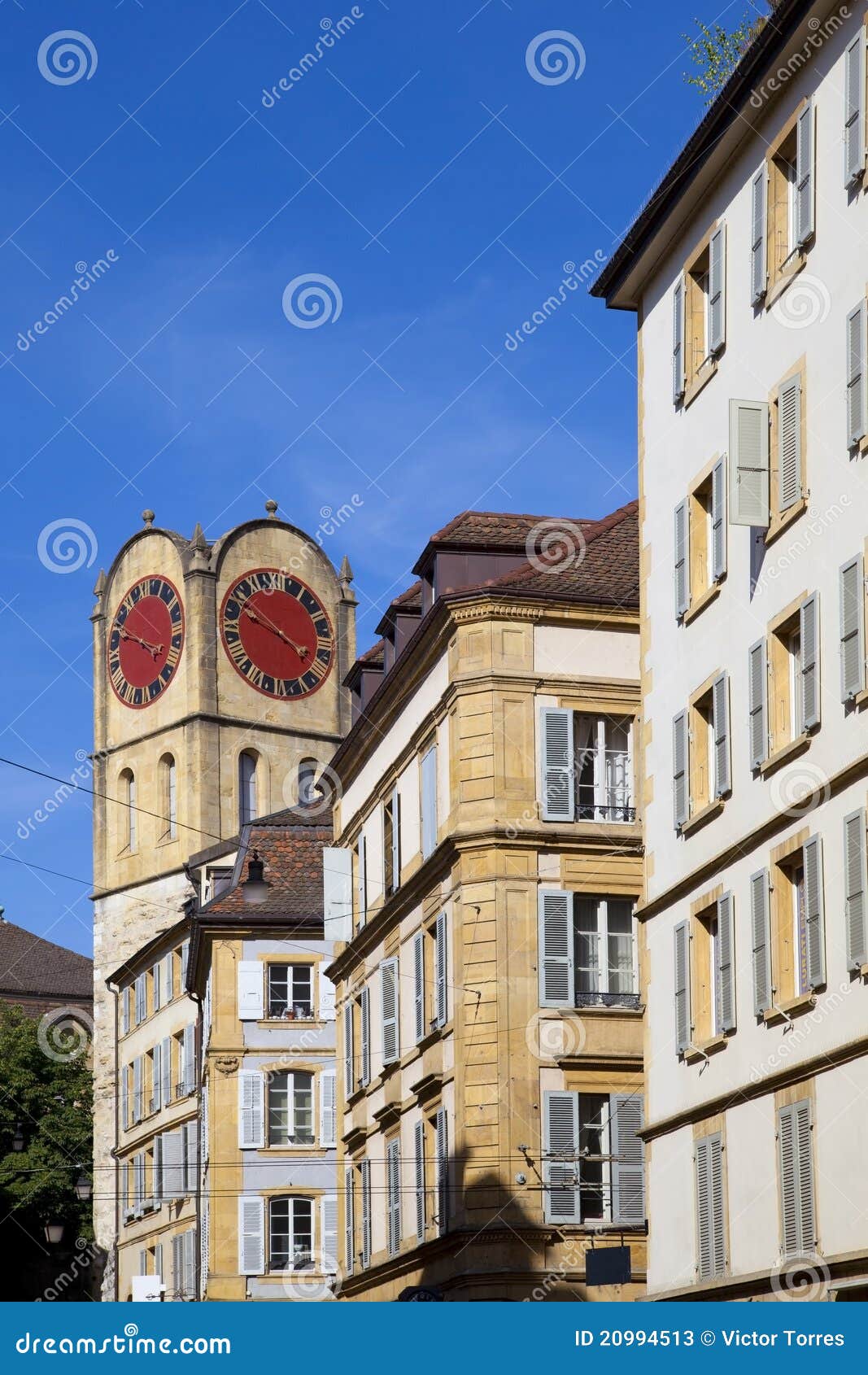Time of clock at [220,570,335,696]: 3:48
